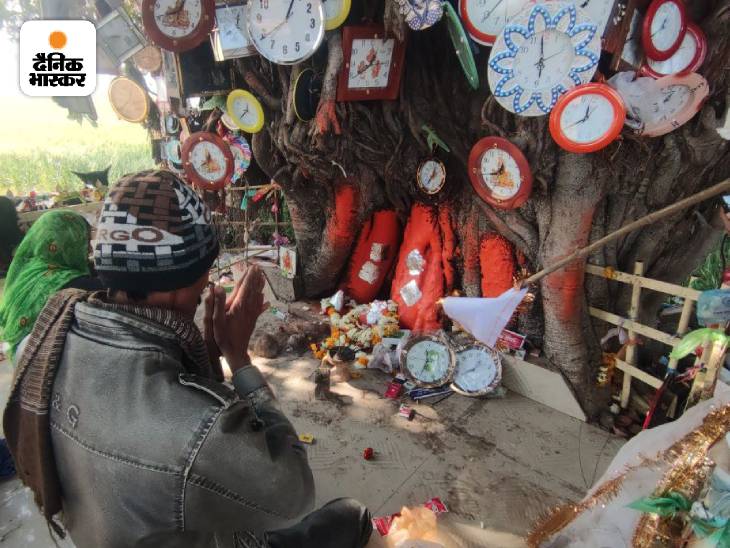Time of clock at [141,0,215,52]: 12:41
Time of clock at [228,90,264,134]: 12:37
